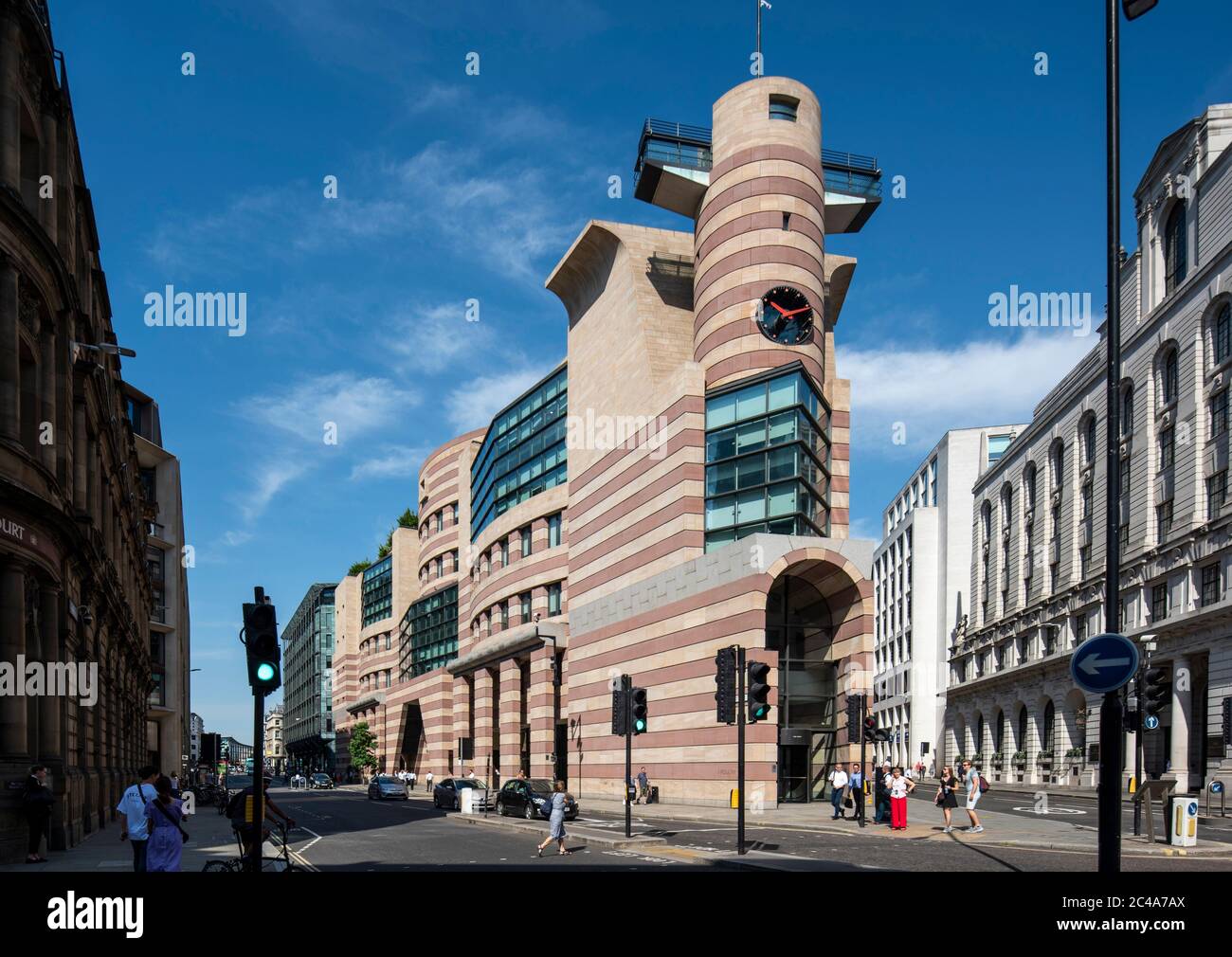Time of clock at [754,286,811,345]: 10:11
